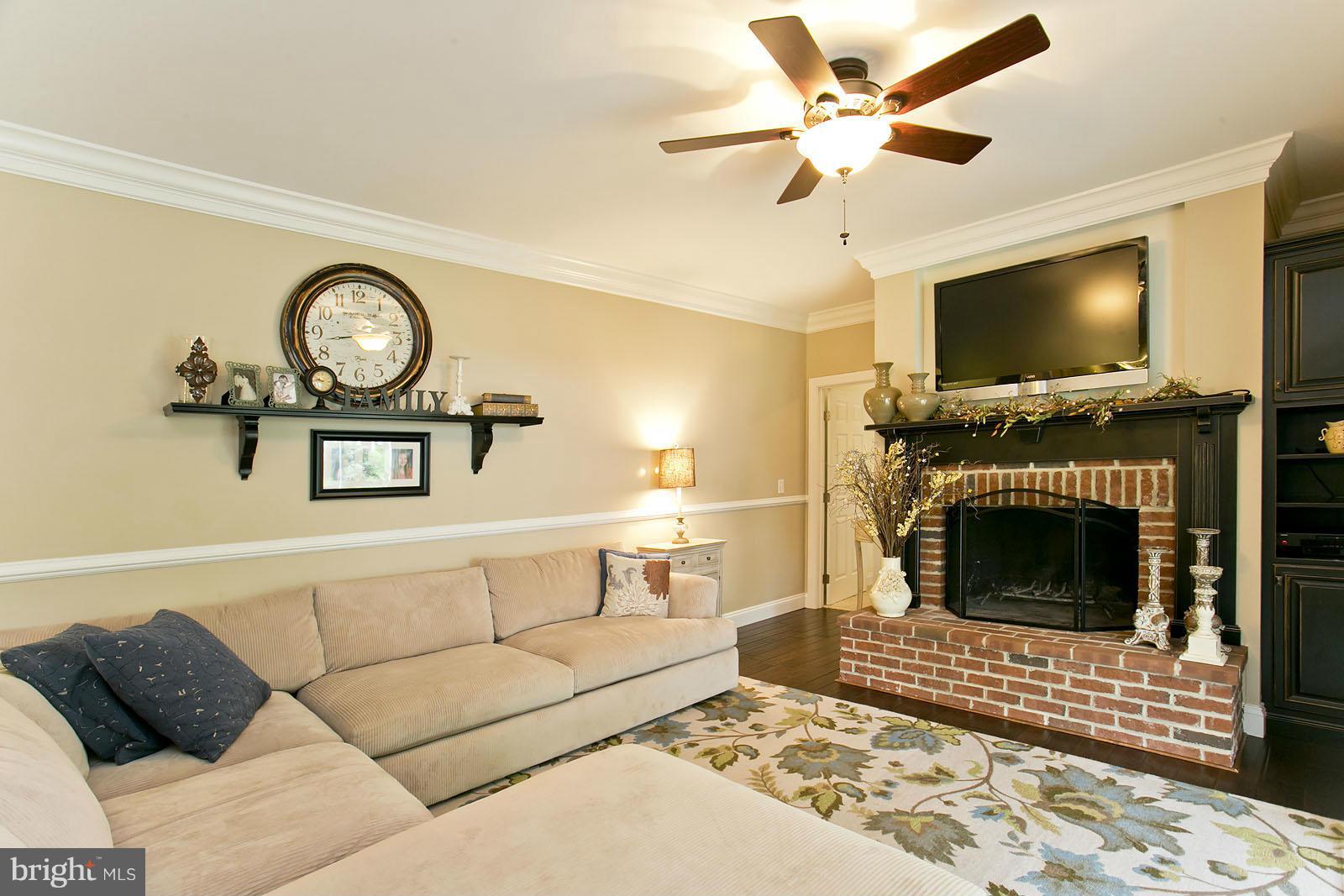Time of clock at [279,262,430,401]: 4:42
